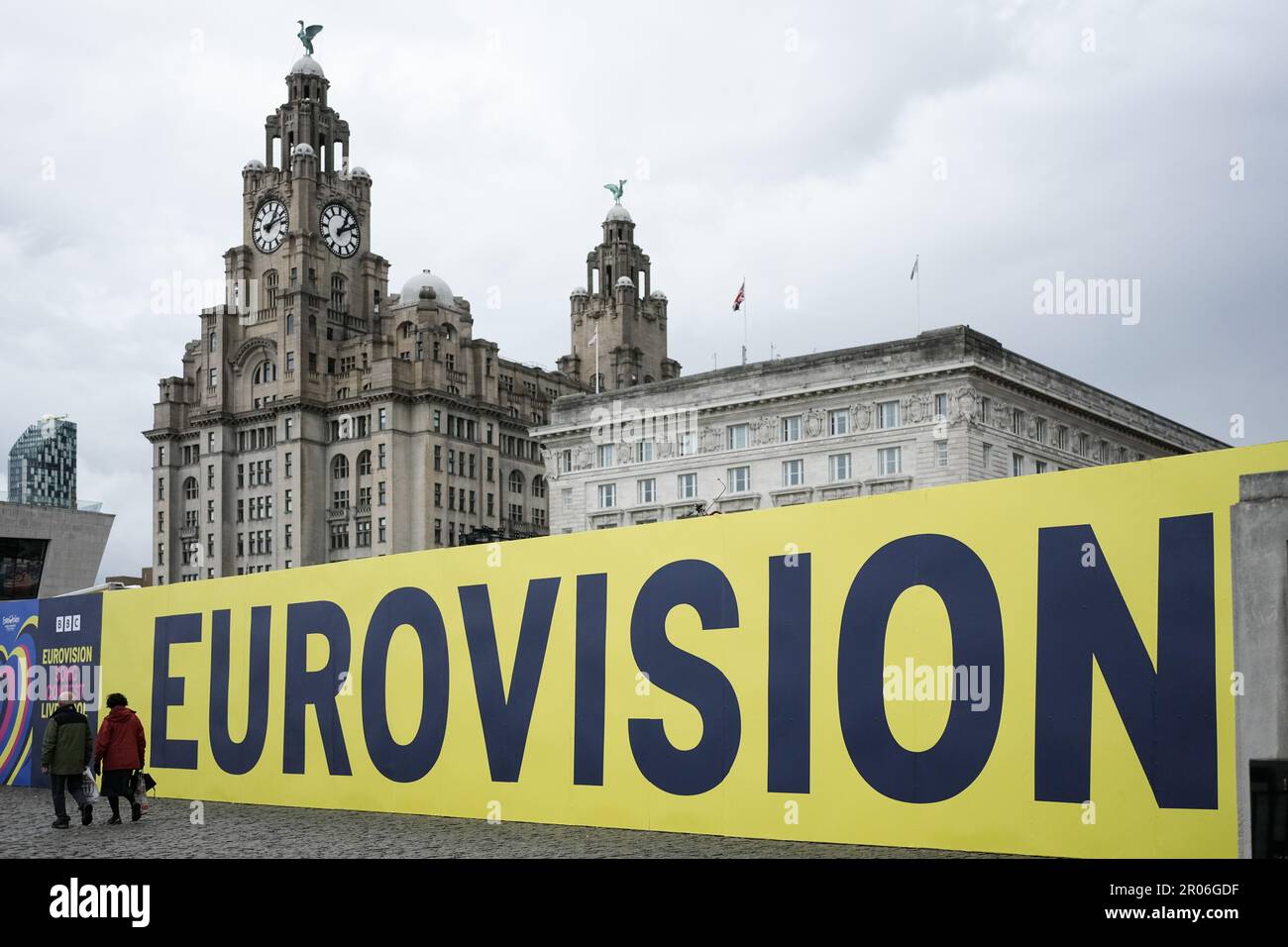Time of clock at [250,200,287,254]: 1:12
